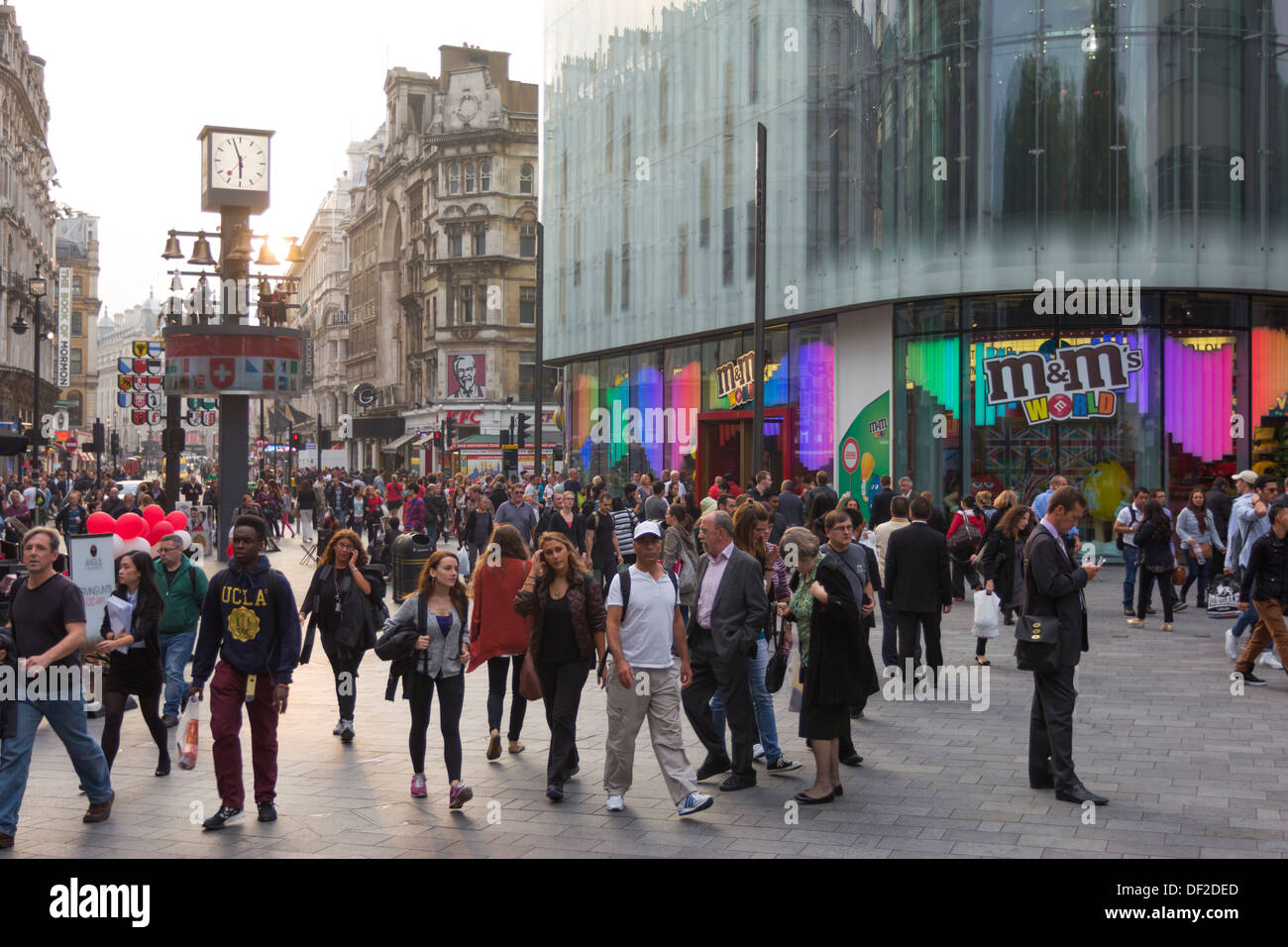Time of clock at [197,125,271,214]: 5:57
